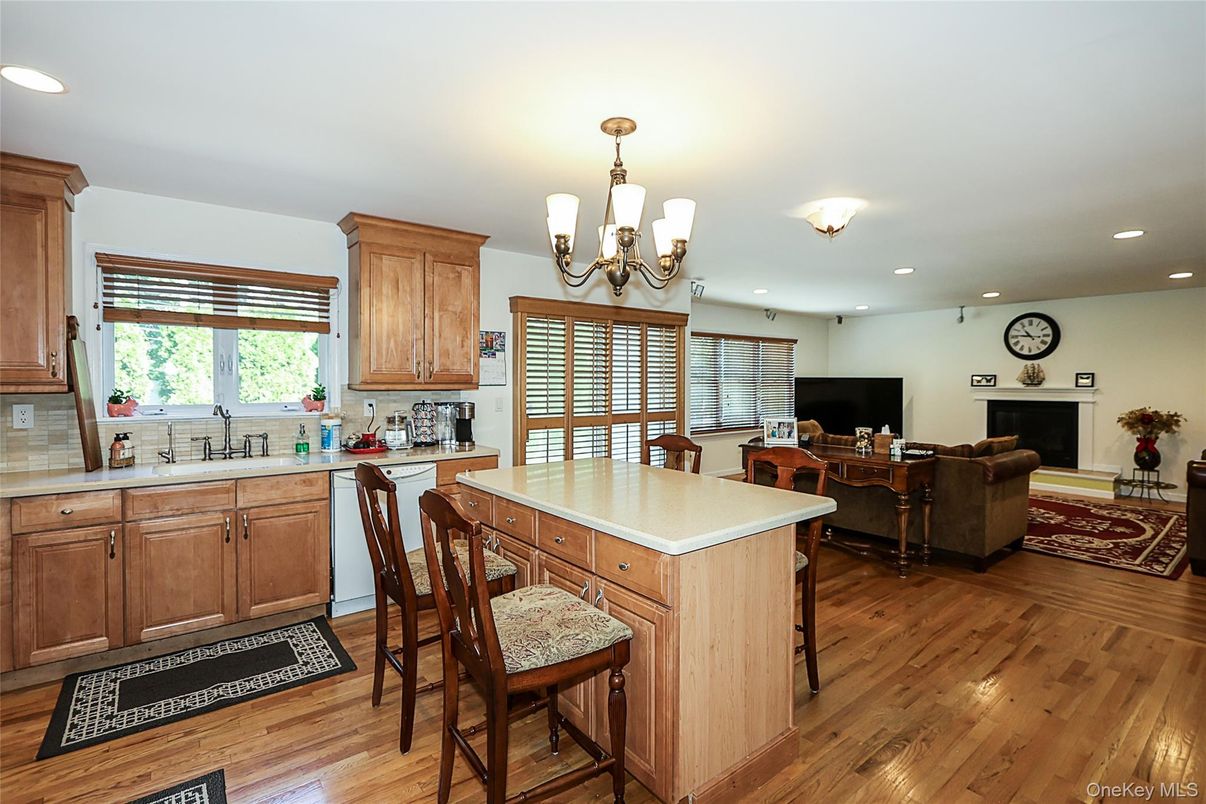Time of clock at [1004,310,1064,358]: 10:45
